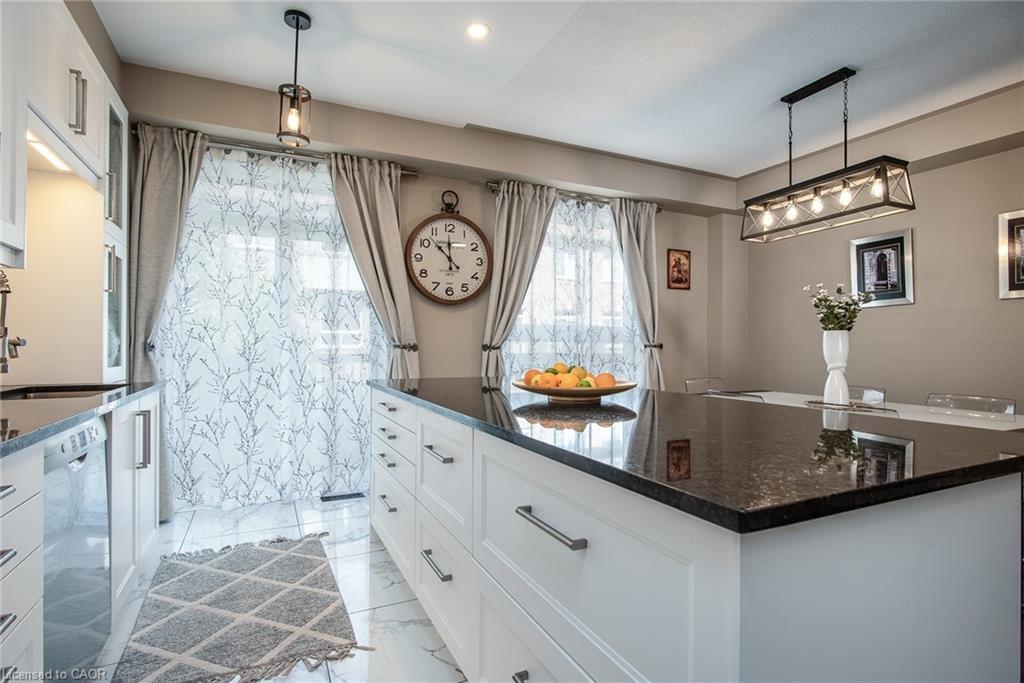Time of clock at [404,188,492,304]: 11:52
